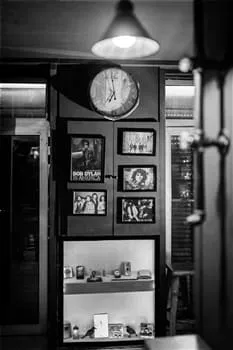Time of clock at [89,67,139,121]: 6:58
